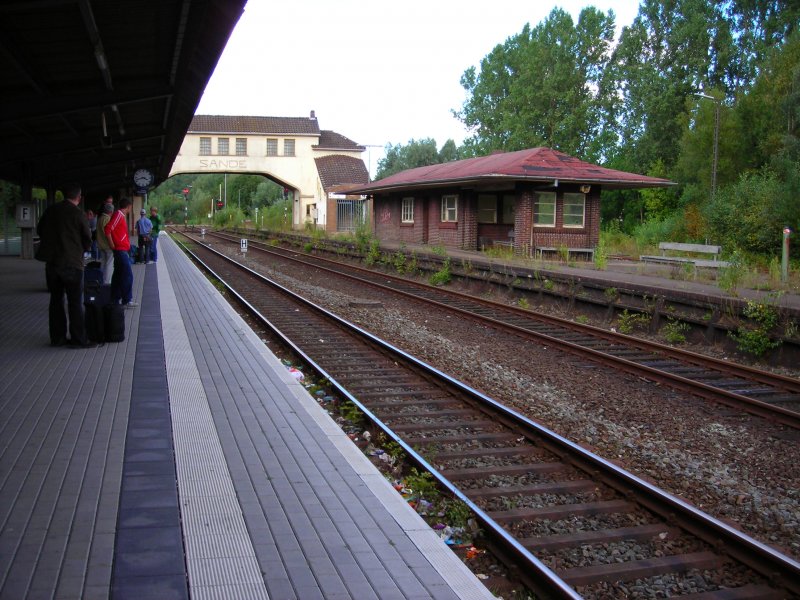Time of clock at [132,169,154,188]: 3:42
